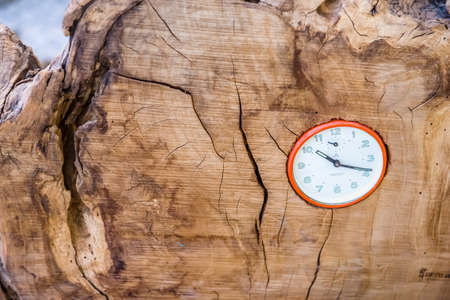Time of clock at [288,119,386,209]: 10:18
